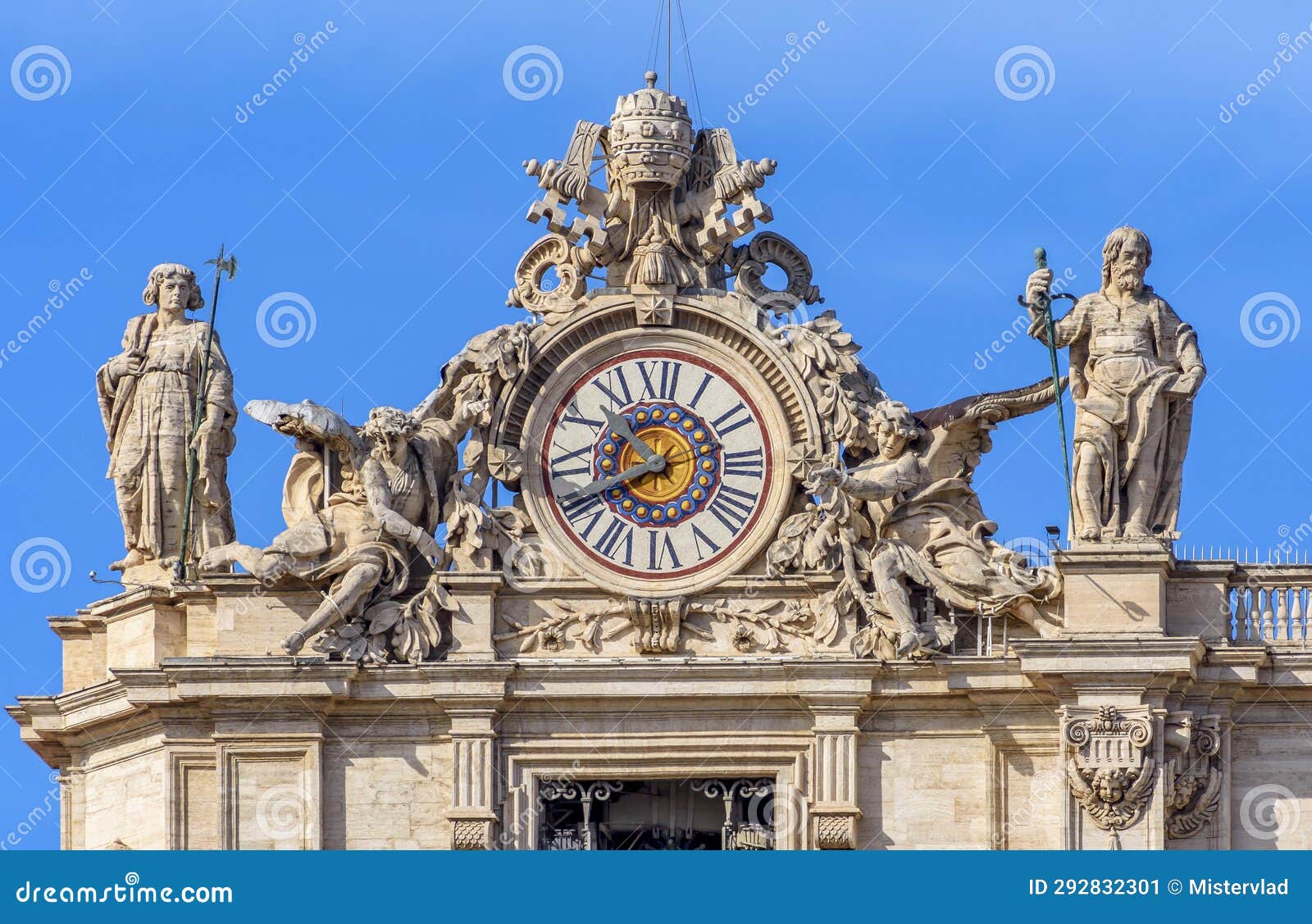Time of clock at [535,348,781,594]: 10:40
